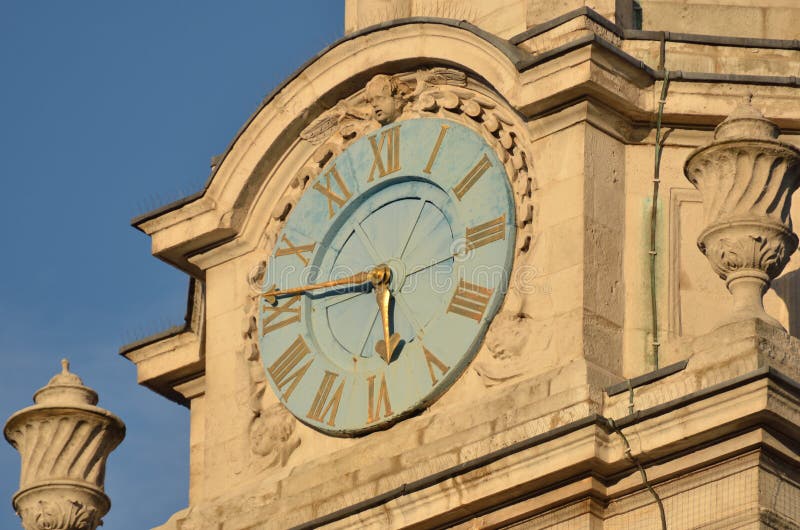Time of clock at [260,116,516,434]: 5:45
